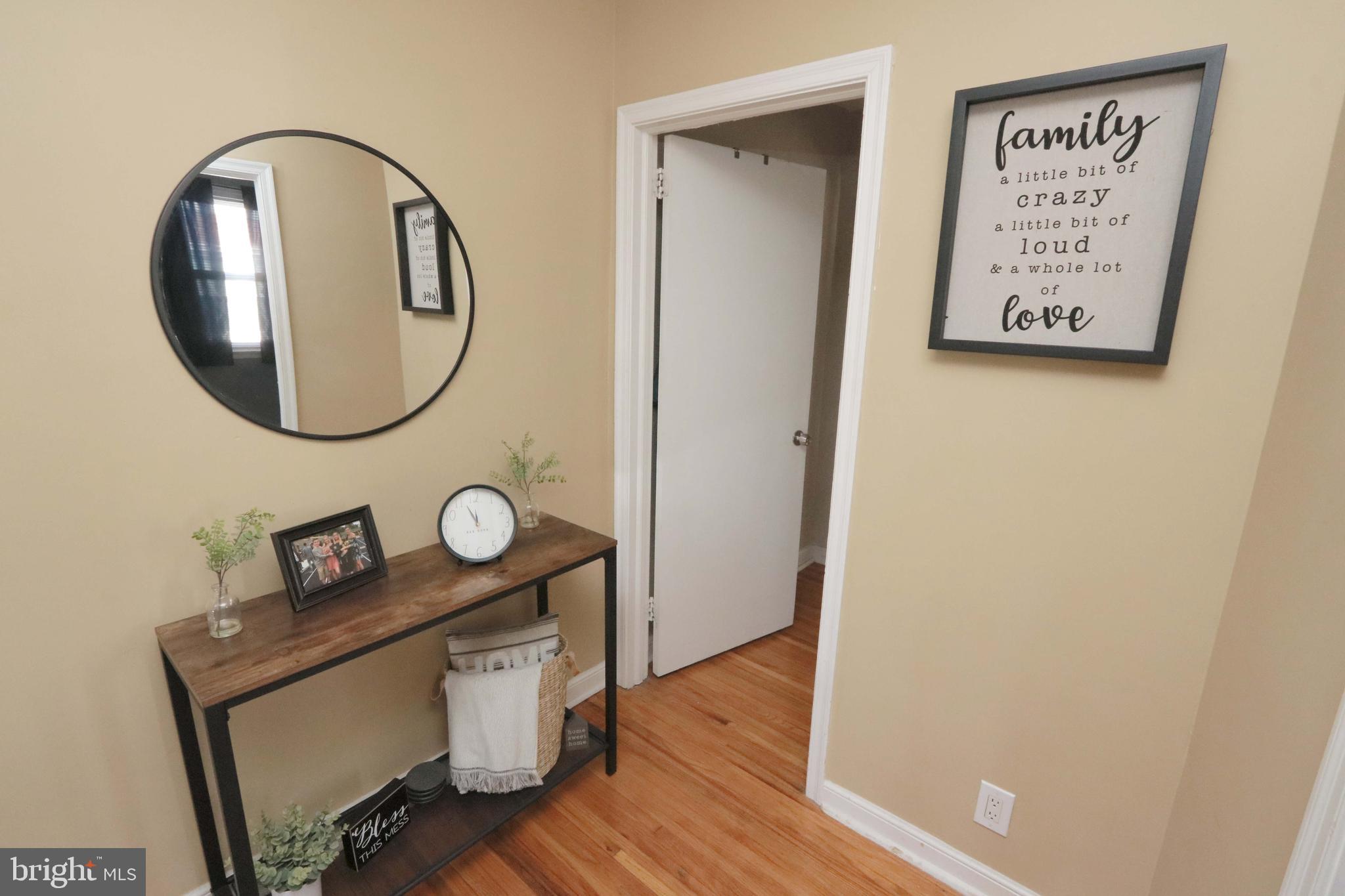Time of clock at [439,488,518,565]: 11:56
